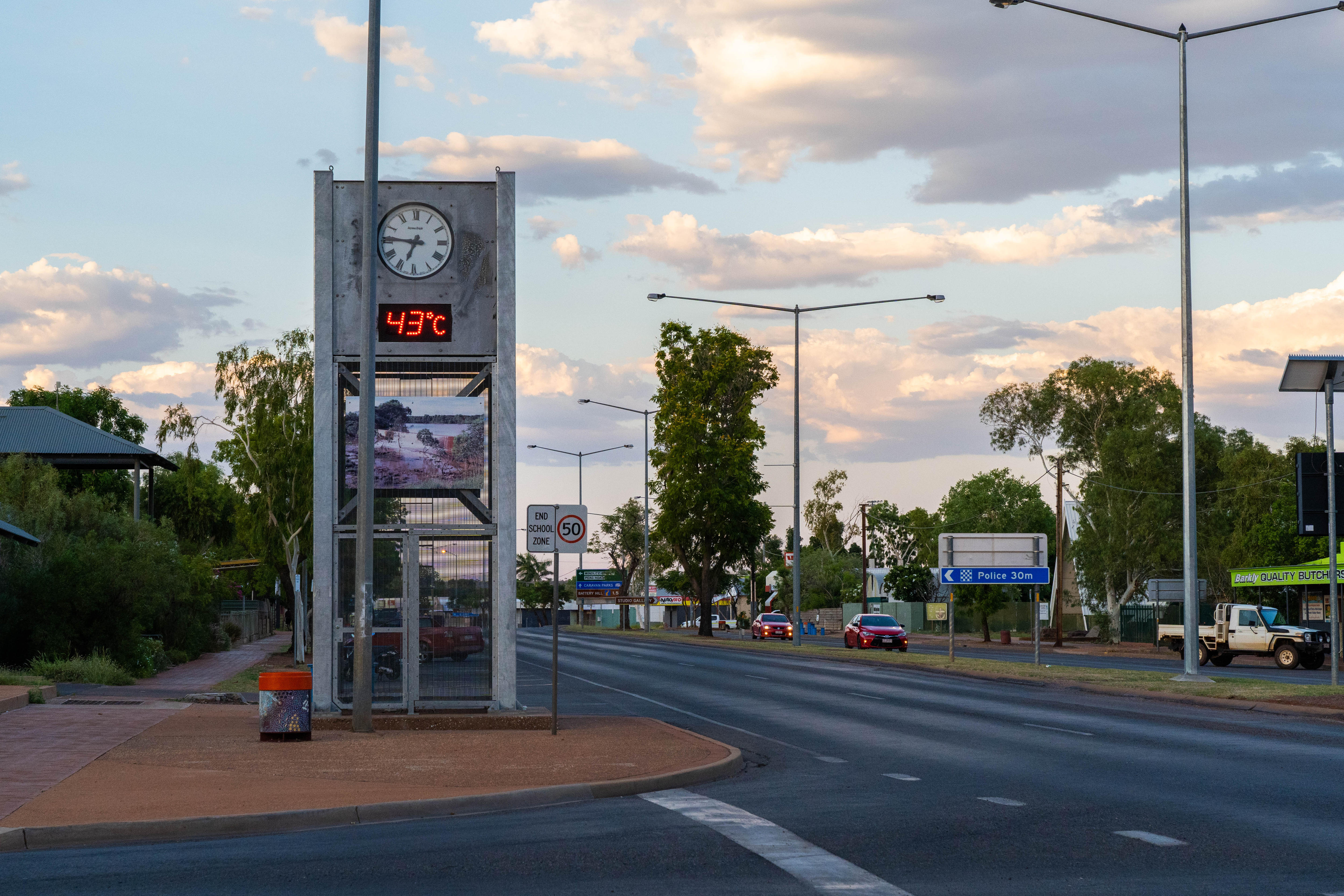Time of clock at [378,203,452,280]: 6:45
